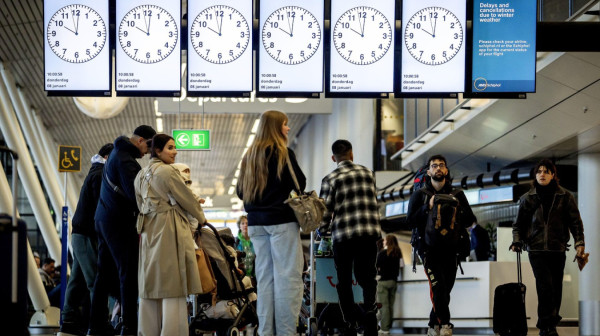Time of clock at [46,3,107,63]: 10:00
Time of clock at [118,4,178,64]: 10:00
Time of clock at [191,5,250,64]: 10:00
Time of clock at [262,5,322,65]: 10:00
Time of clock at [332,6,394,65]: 10:00
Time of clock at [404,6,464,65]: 10:00
